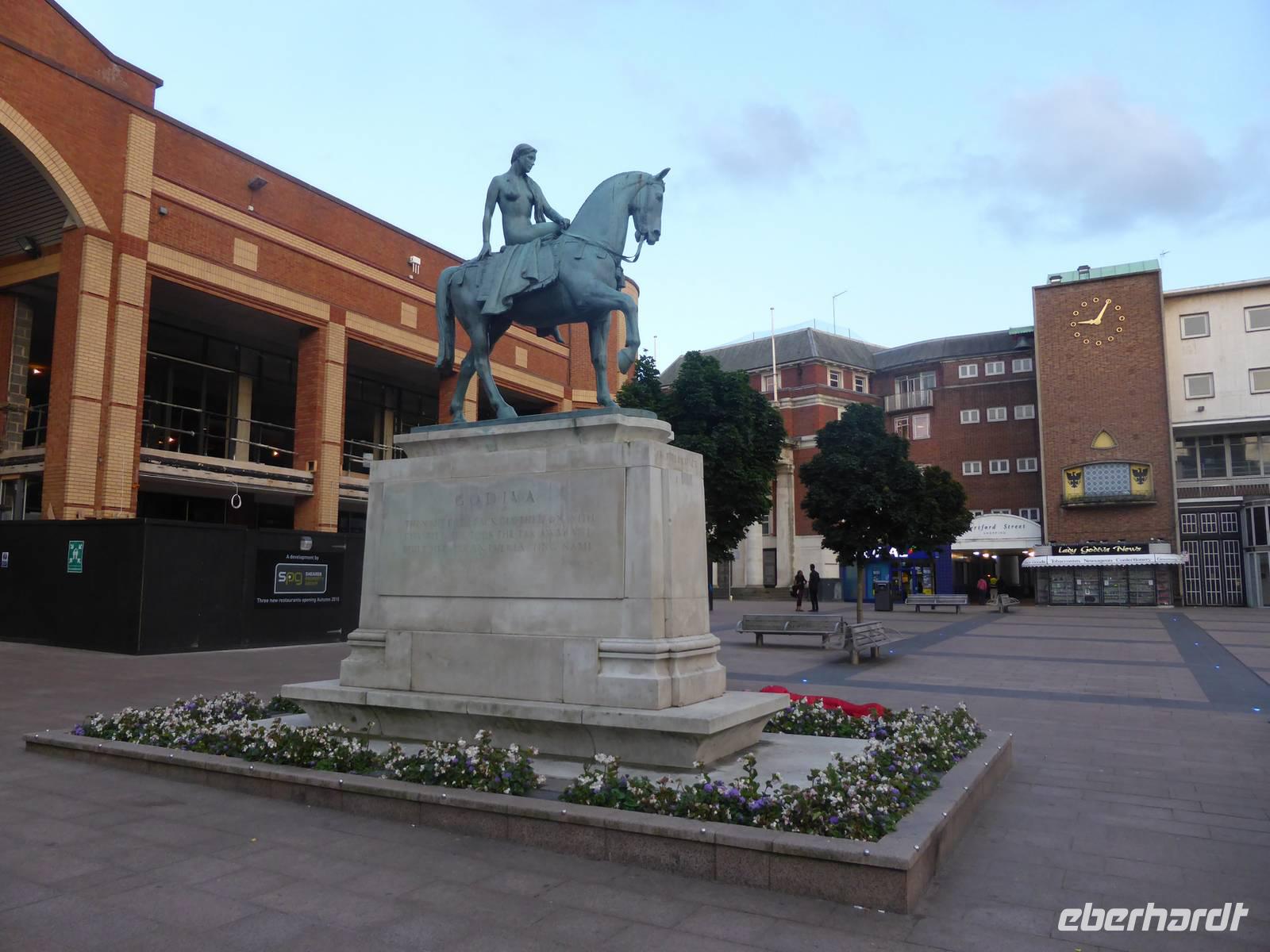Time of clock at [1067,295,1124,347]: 9:05
